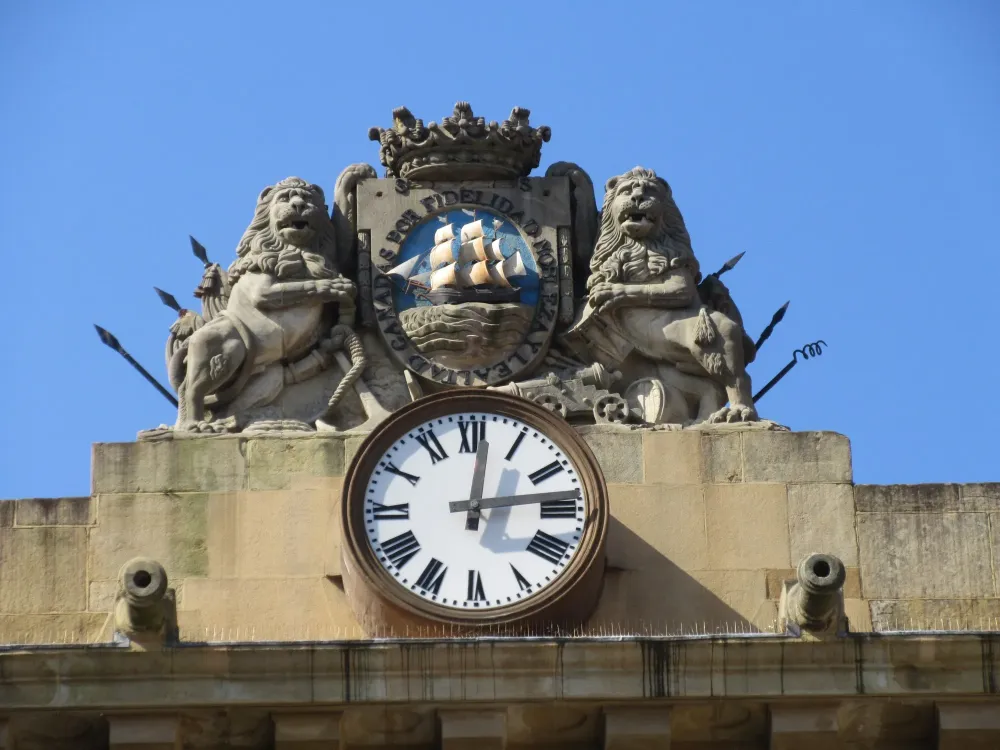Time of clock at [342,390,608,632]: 12:13
